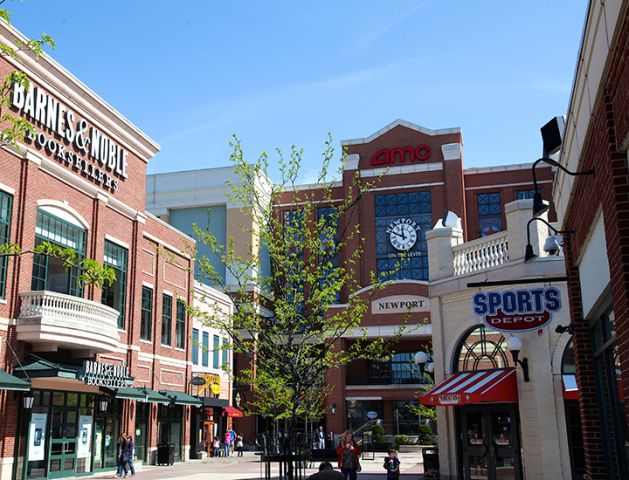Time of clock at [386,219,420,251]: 11:48
